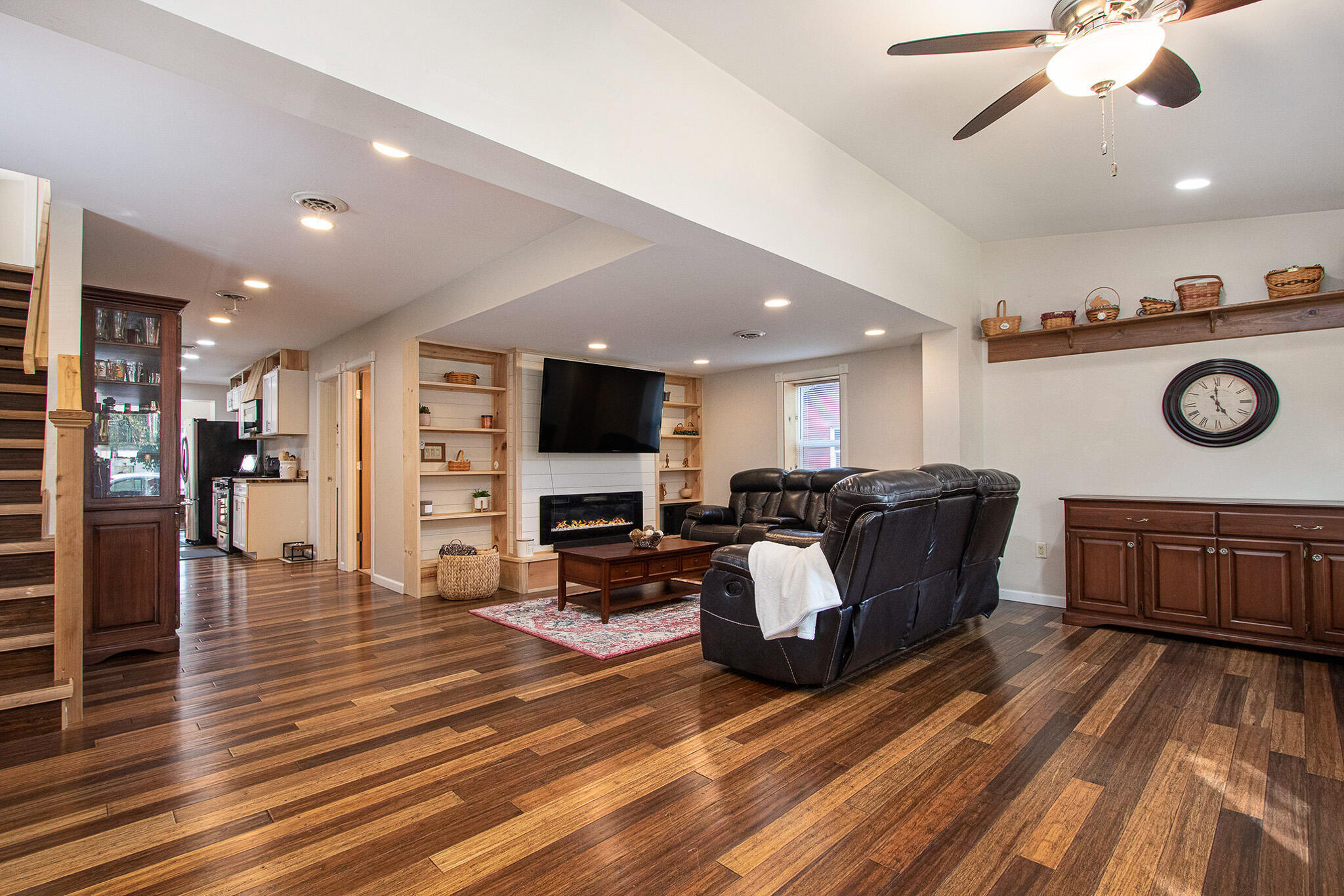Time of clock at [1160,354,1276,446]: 4:59
